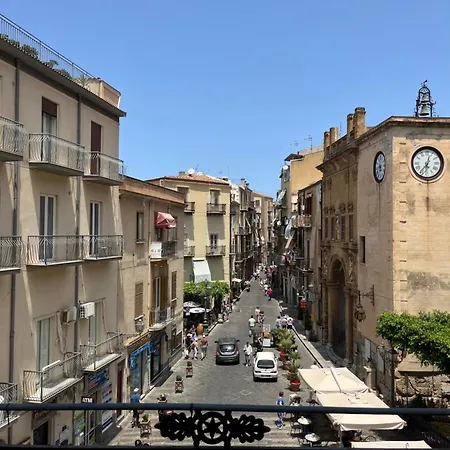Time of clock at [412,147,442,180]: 12:36
